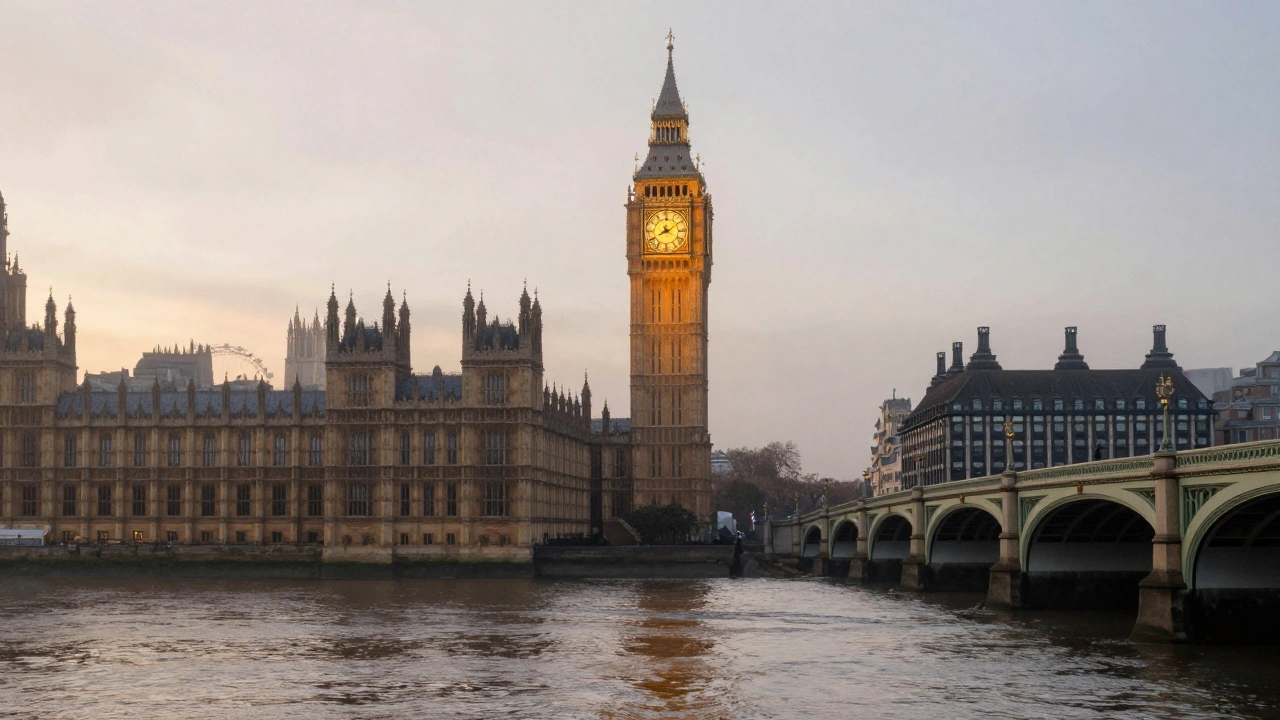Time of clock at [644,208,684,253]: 8:09
